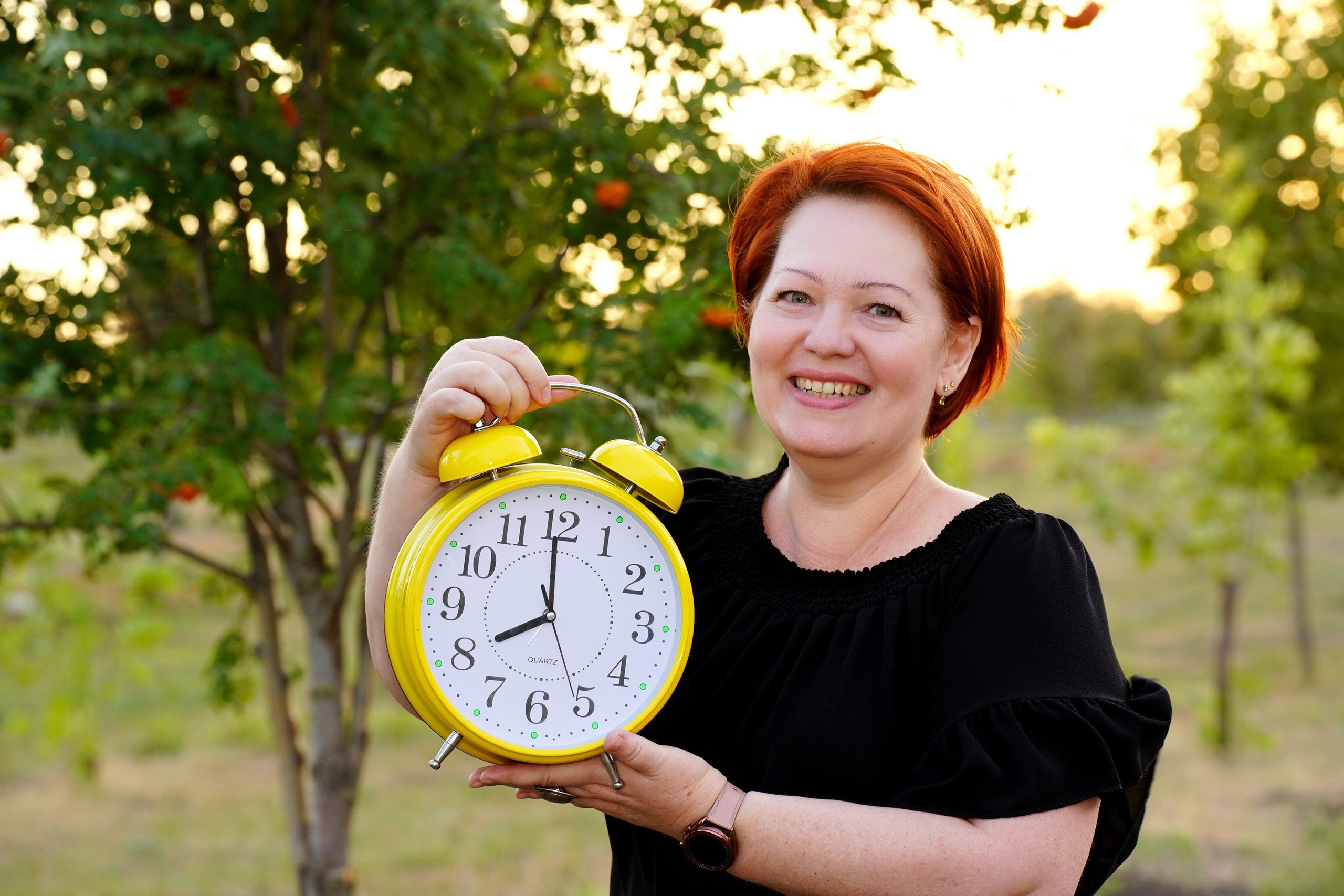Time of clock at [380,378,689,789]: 7:59
